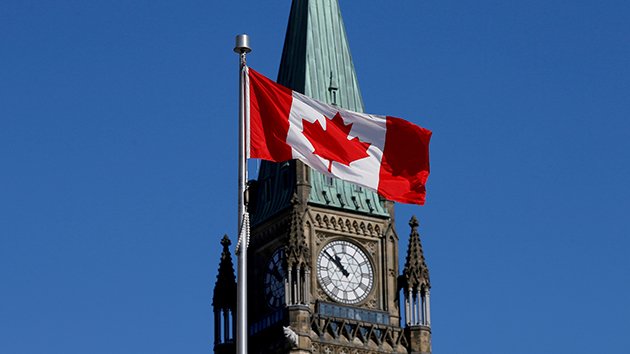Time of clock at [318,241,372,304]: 10:51
